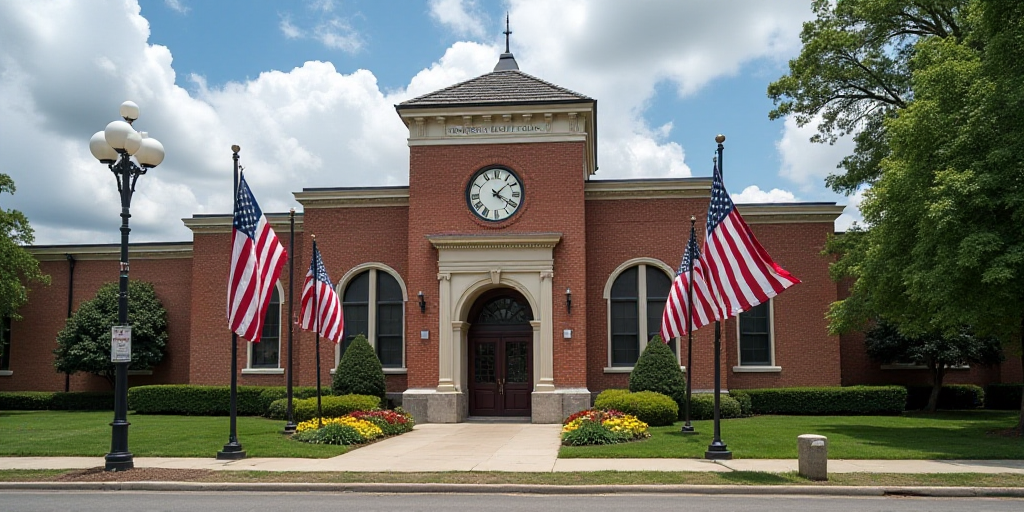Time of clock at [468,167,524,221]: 1:21
